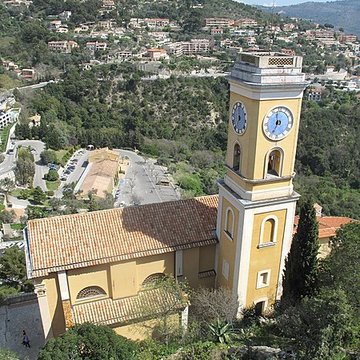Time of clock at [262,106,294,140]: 6:58
